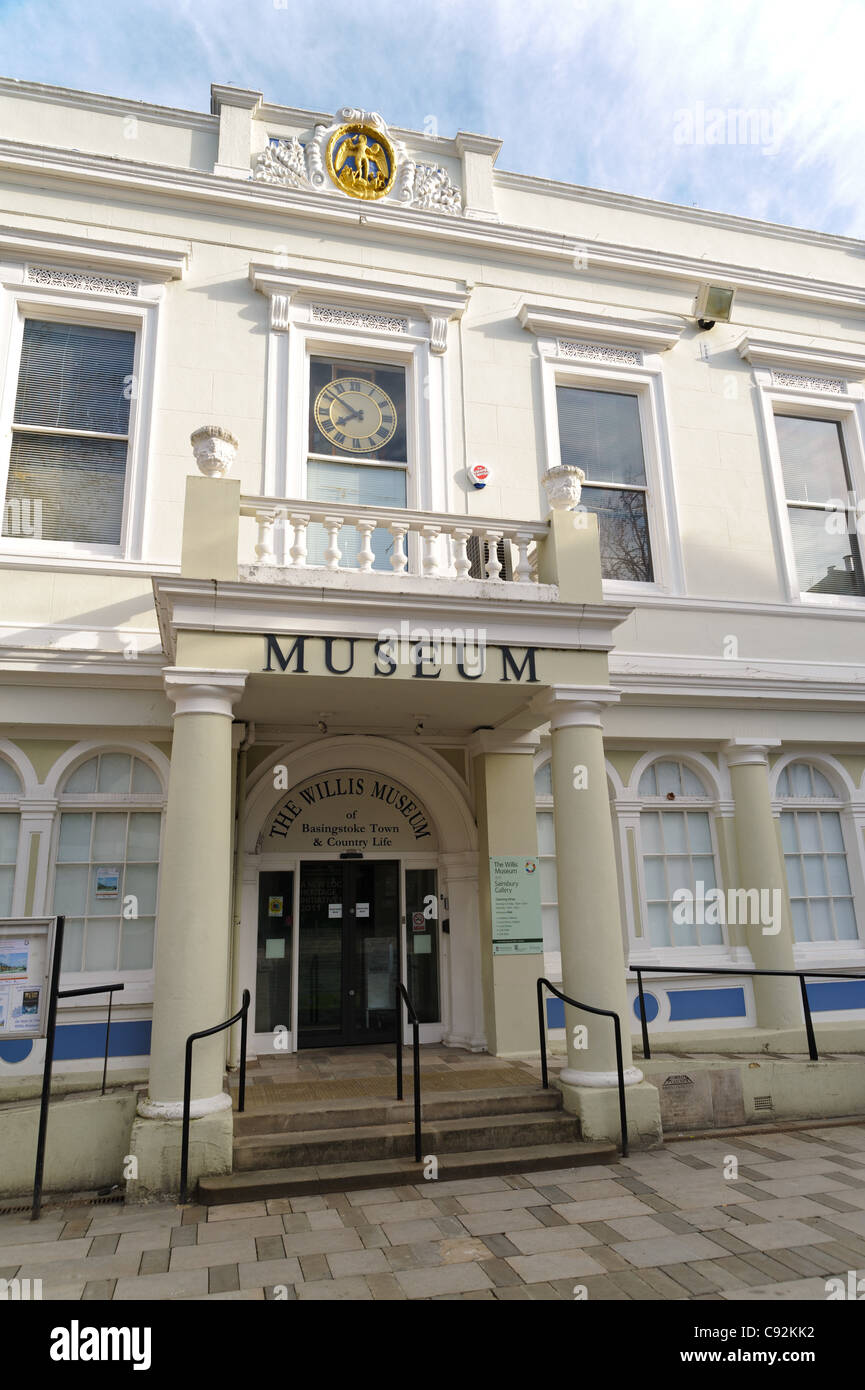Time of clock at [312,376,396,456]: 7:51
